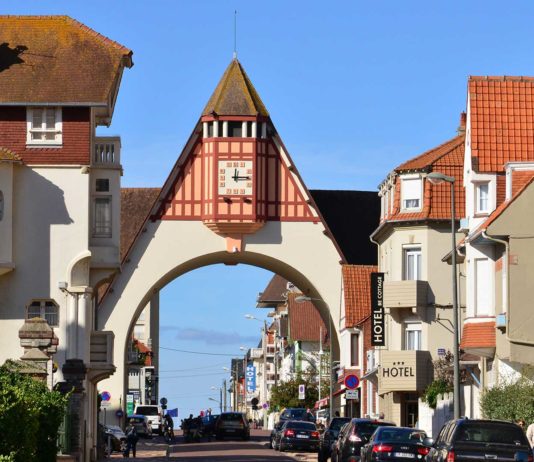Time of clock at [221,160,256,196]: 12:15
